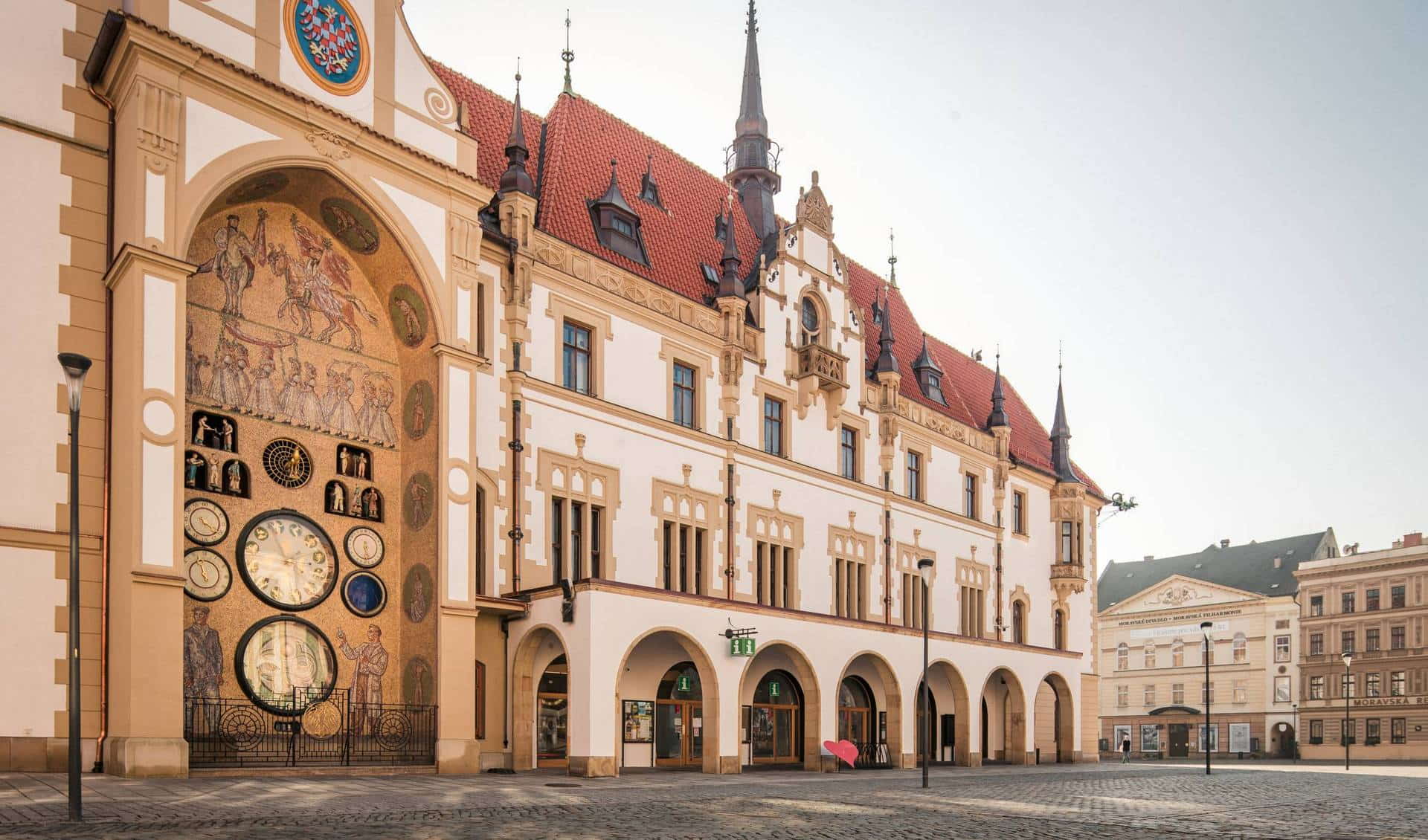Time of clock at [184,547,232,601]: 4:57
